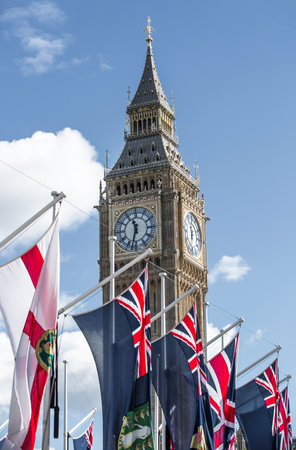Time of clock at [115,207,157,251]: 11:32
